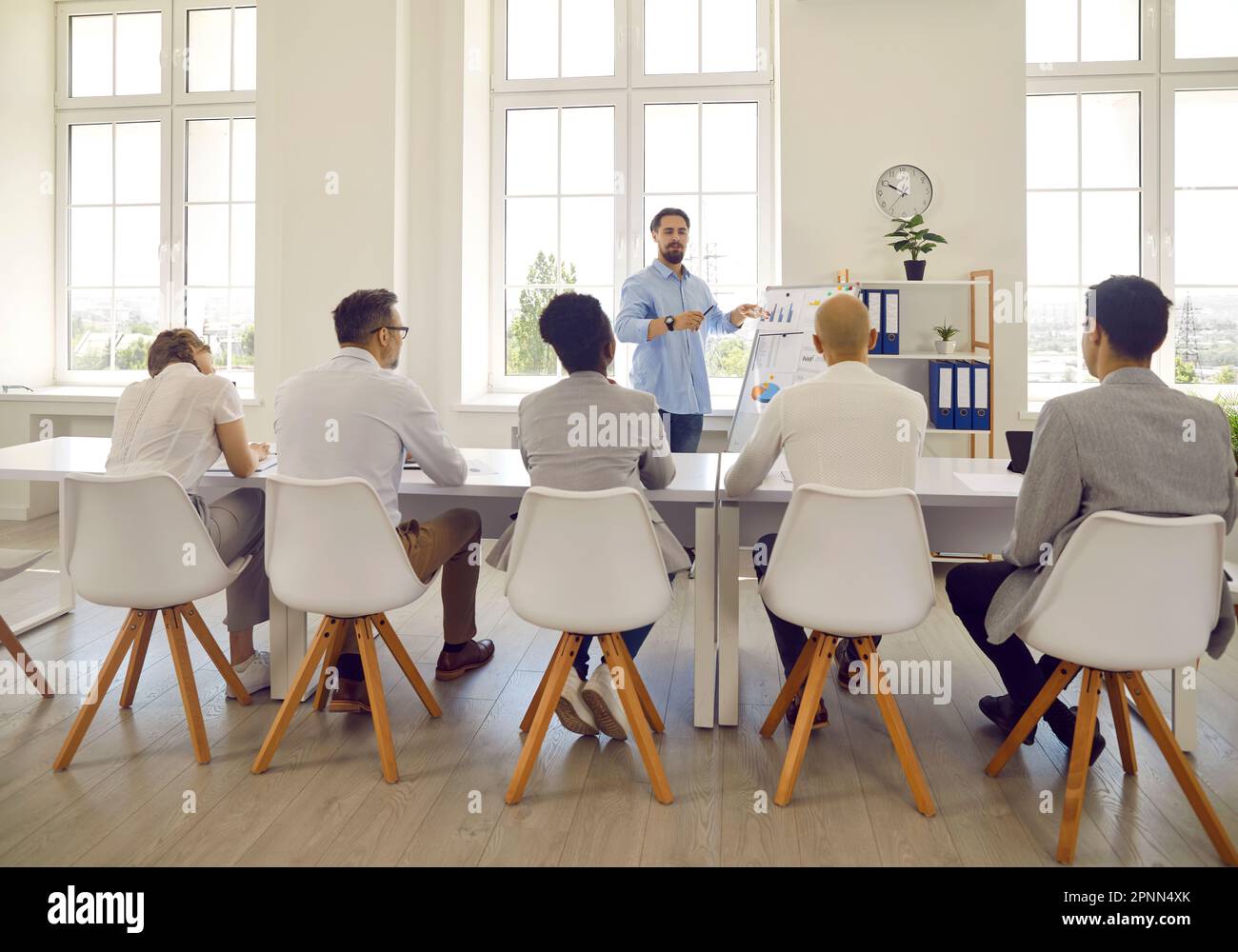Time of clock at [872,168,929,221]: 10:02
